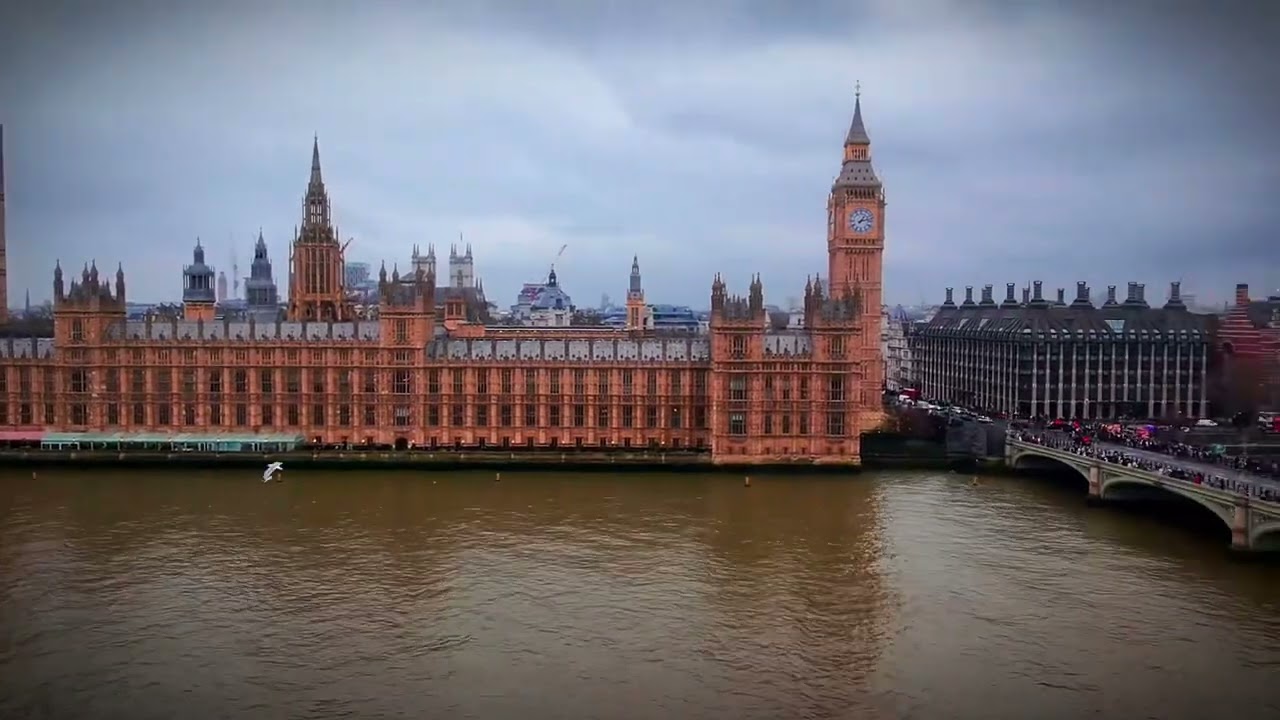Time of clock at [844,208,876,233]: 1:12
